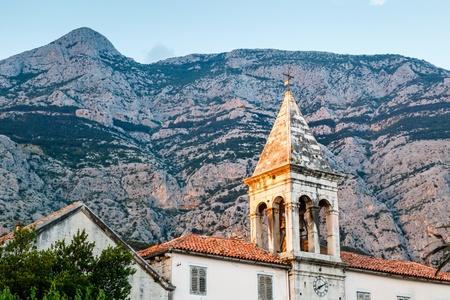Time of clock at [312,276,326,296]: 8:11
